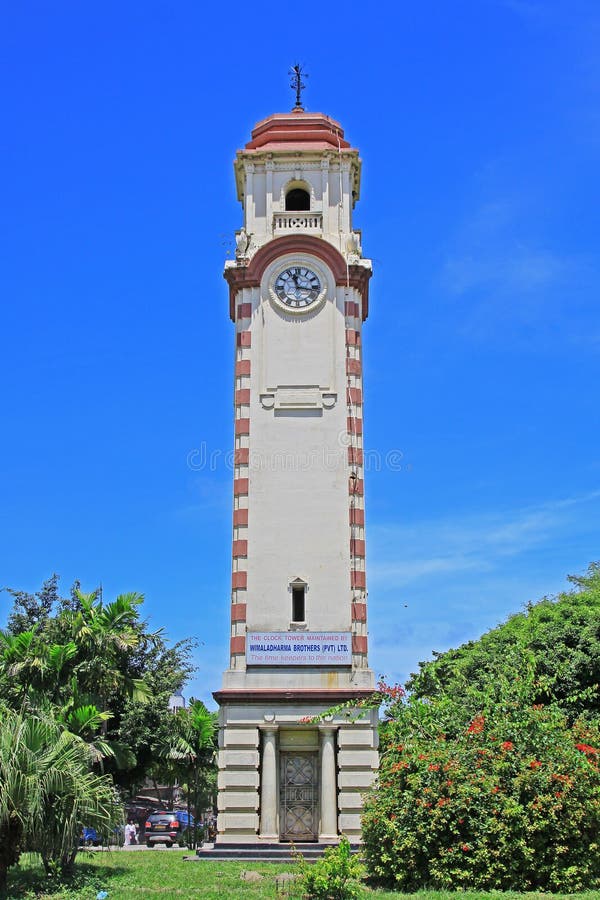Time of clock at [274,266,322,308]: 11:16
